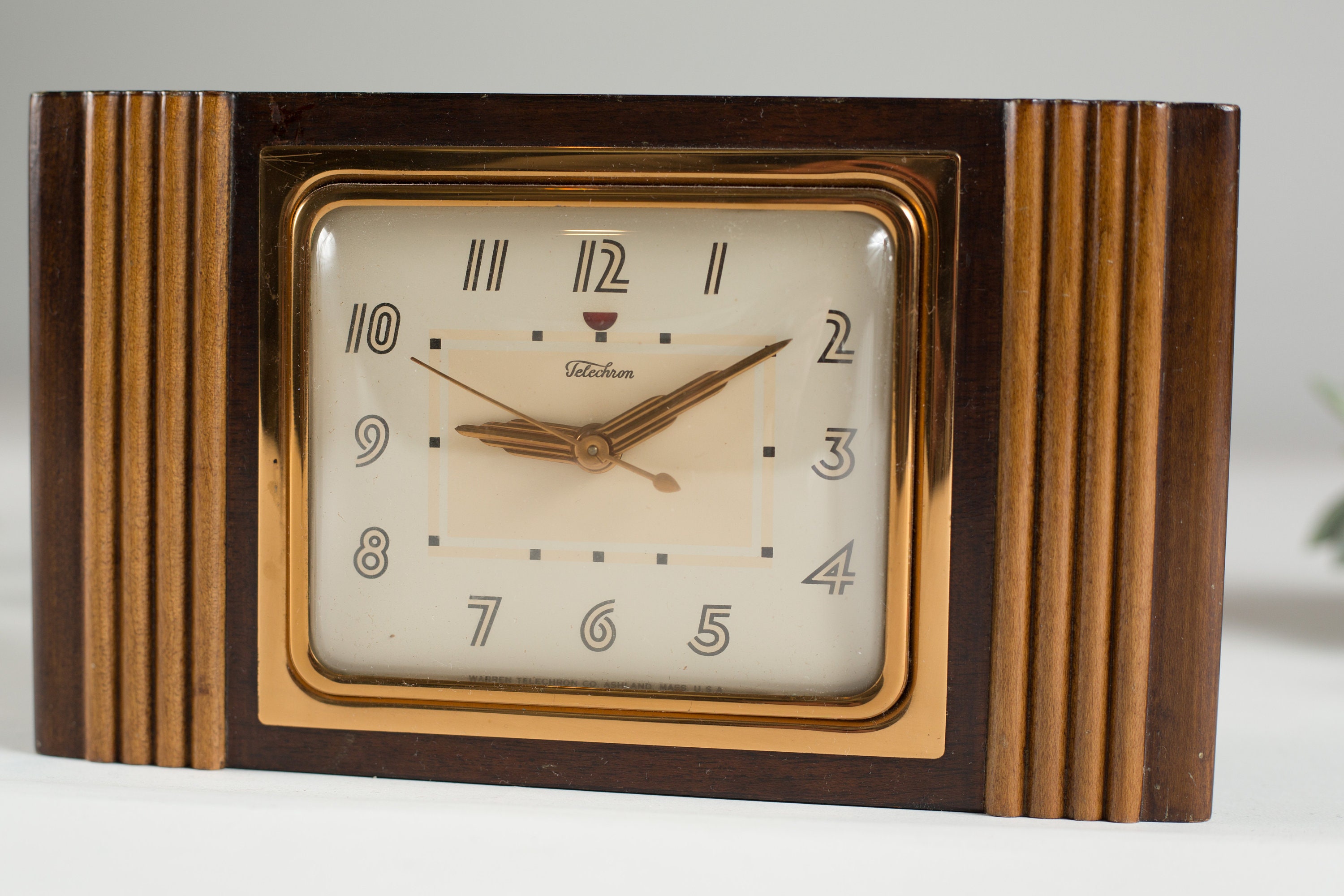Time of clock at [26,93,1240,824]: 9:09
